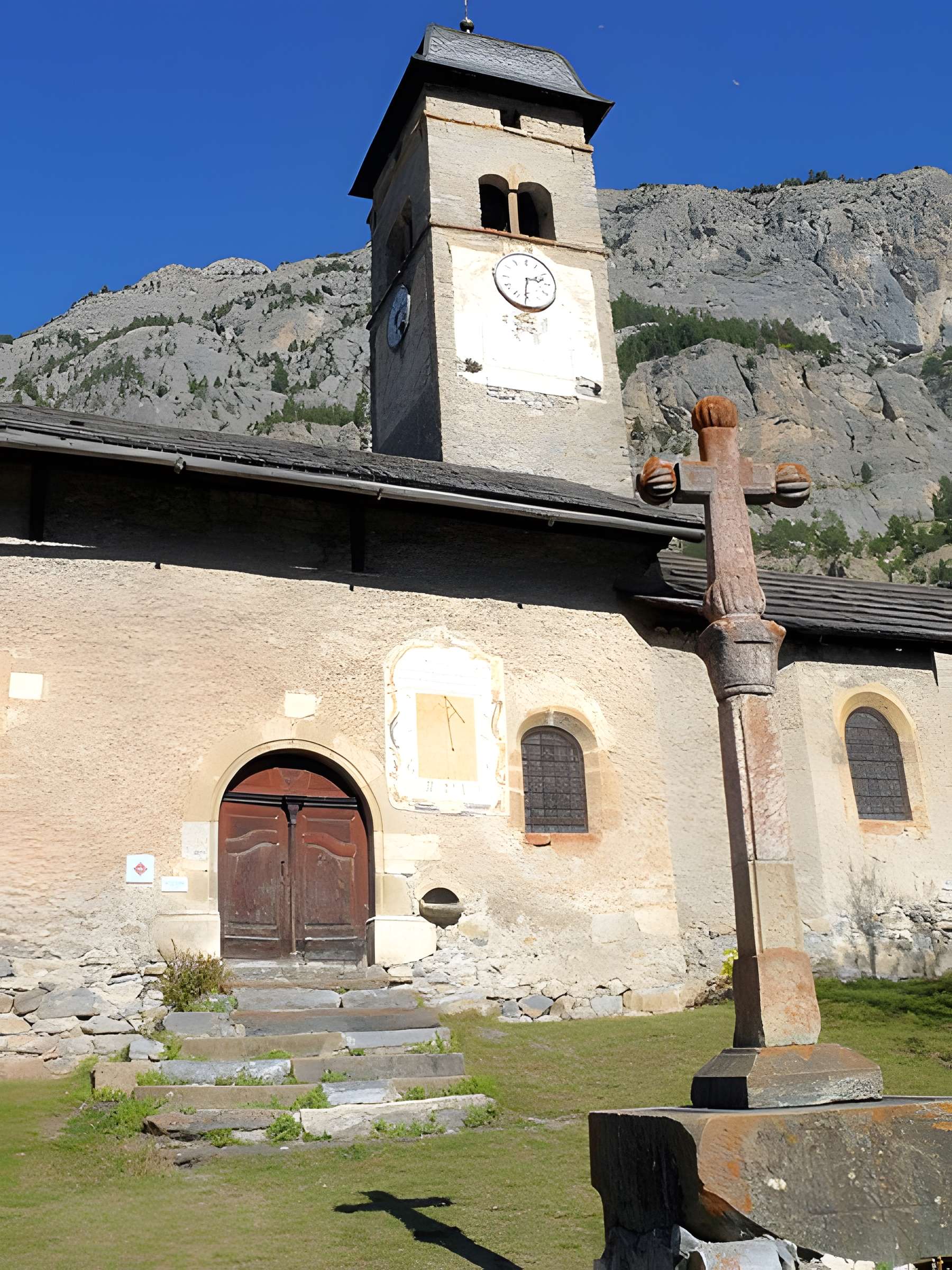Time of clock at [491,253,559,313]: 2:30
